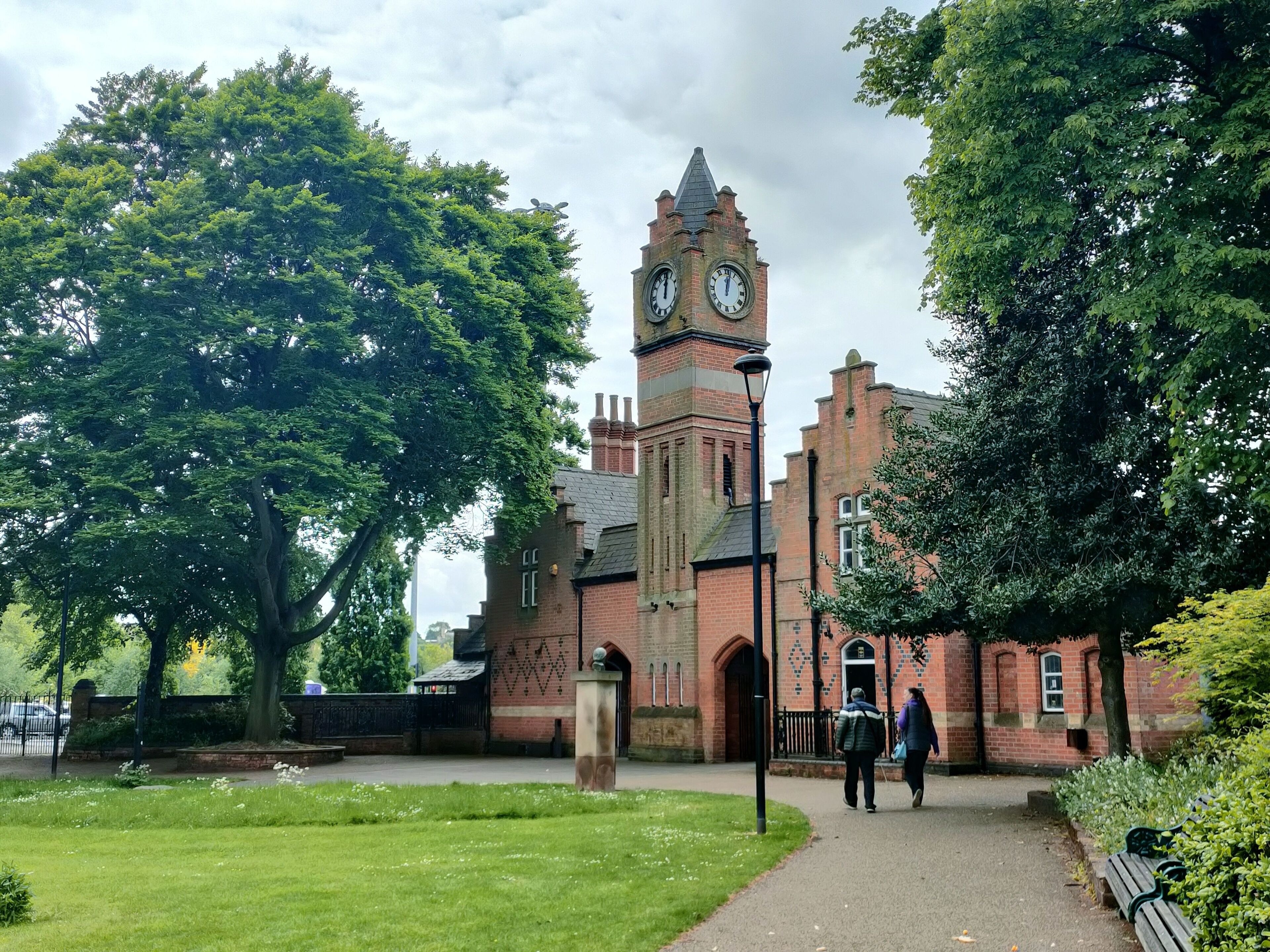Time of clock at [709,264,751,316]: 12:02
